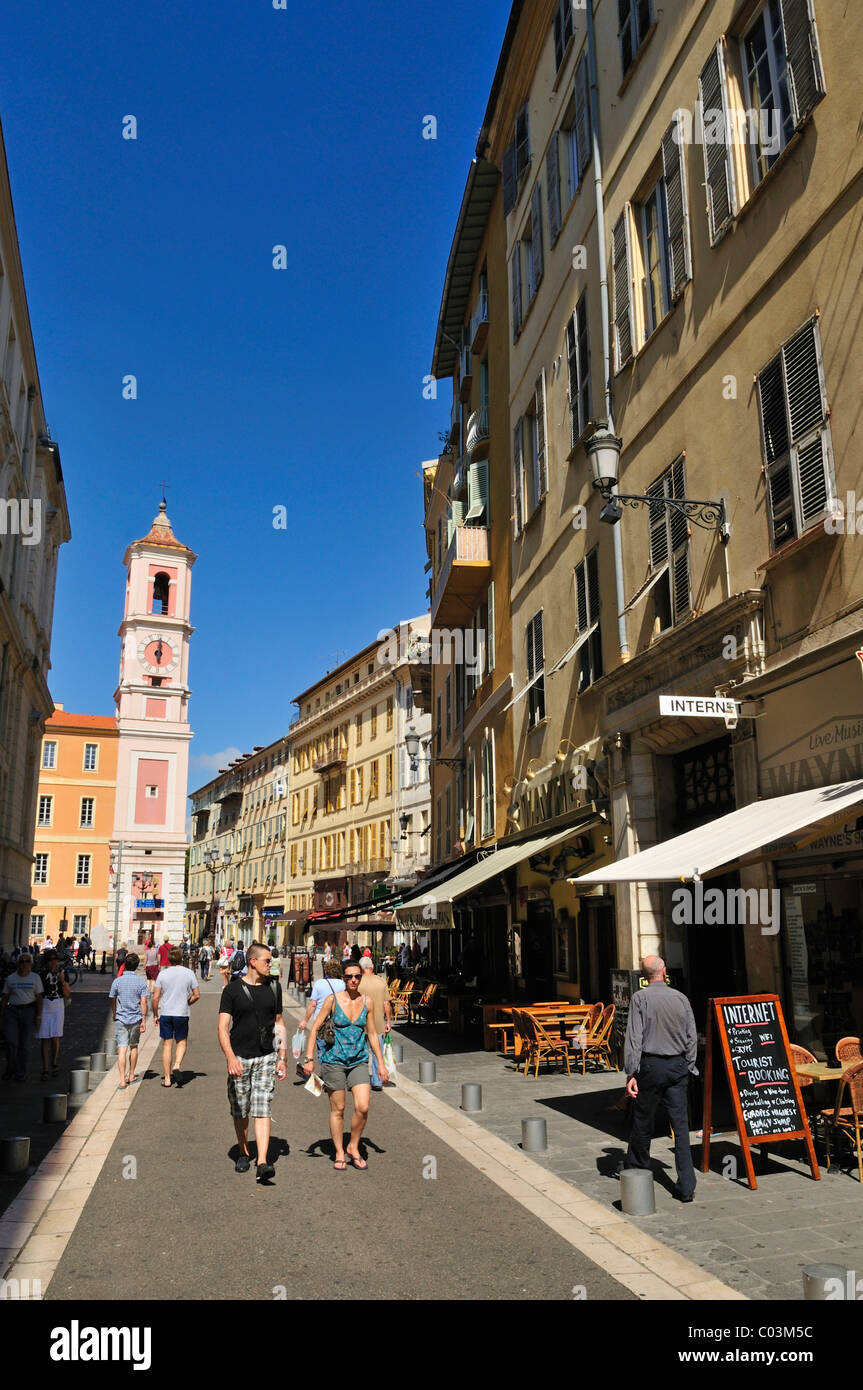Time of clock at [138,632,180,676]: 6:00
